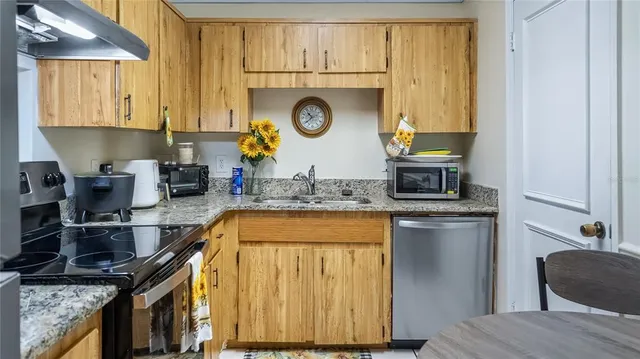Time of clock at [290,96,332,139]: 10:38
